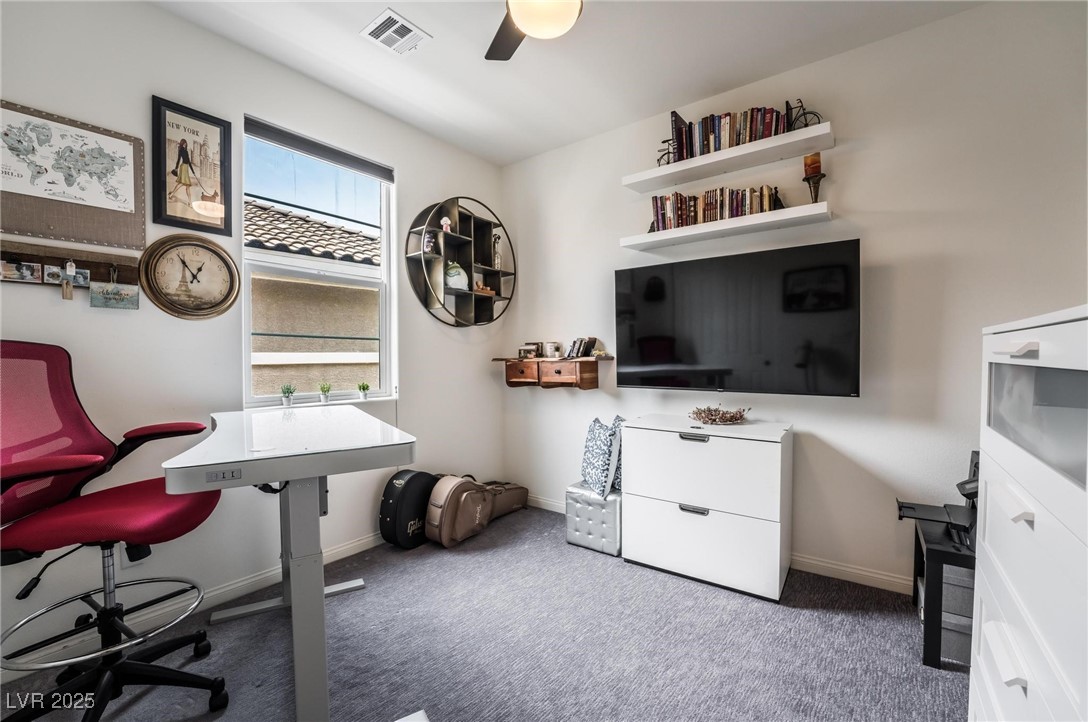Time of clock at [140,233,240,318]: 12:54
